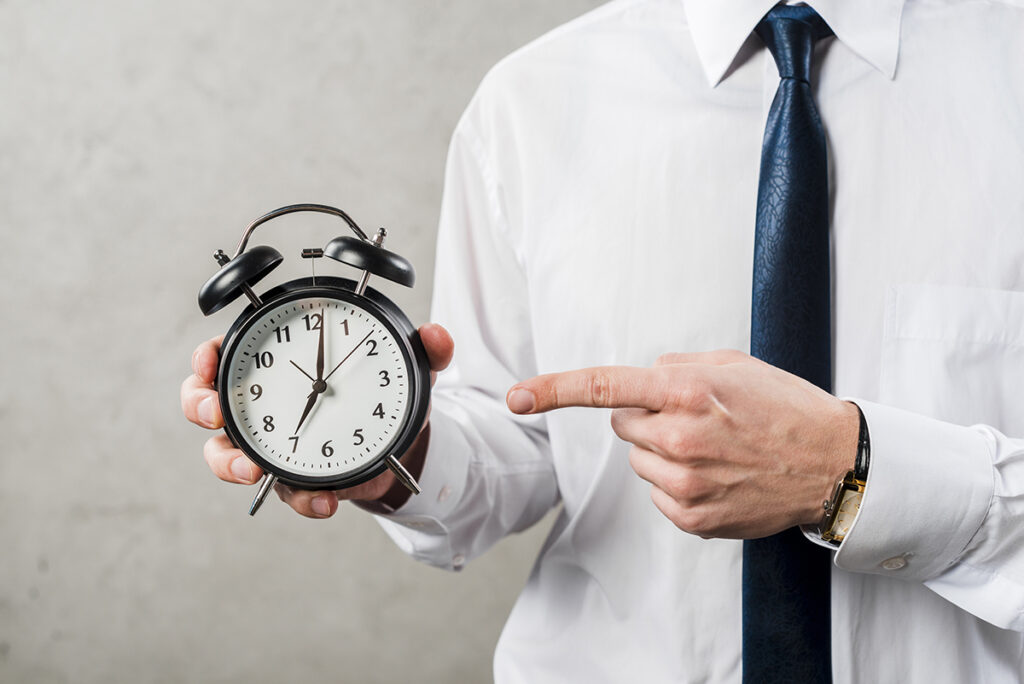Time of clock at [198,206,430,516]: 7:01
